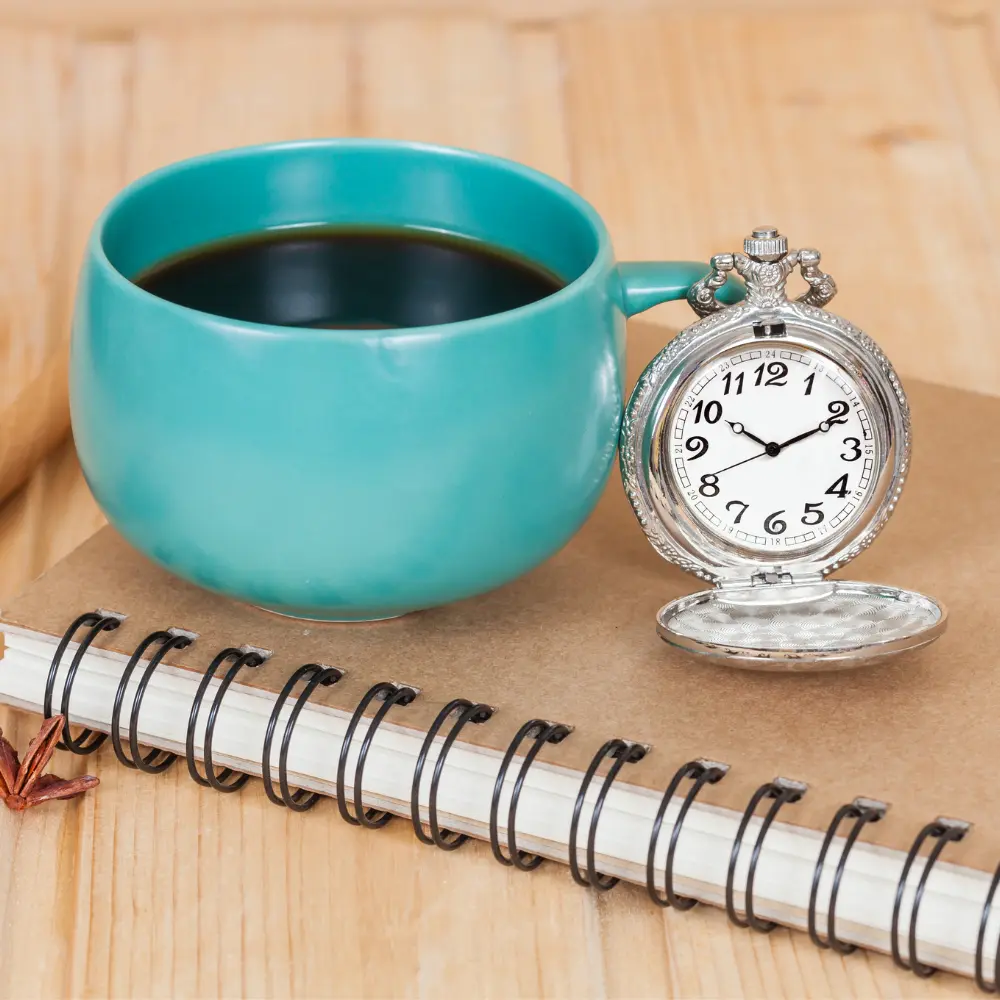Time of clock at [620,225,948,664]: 10:10
